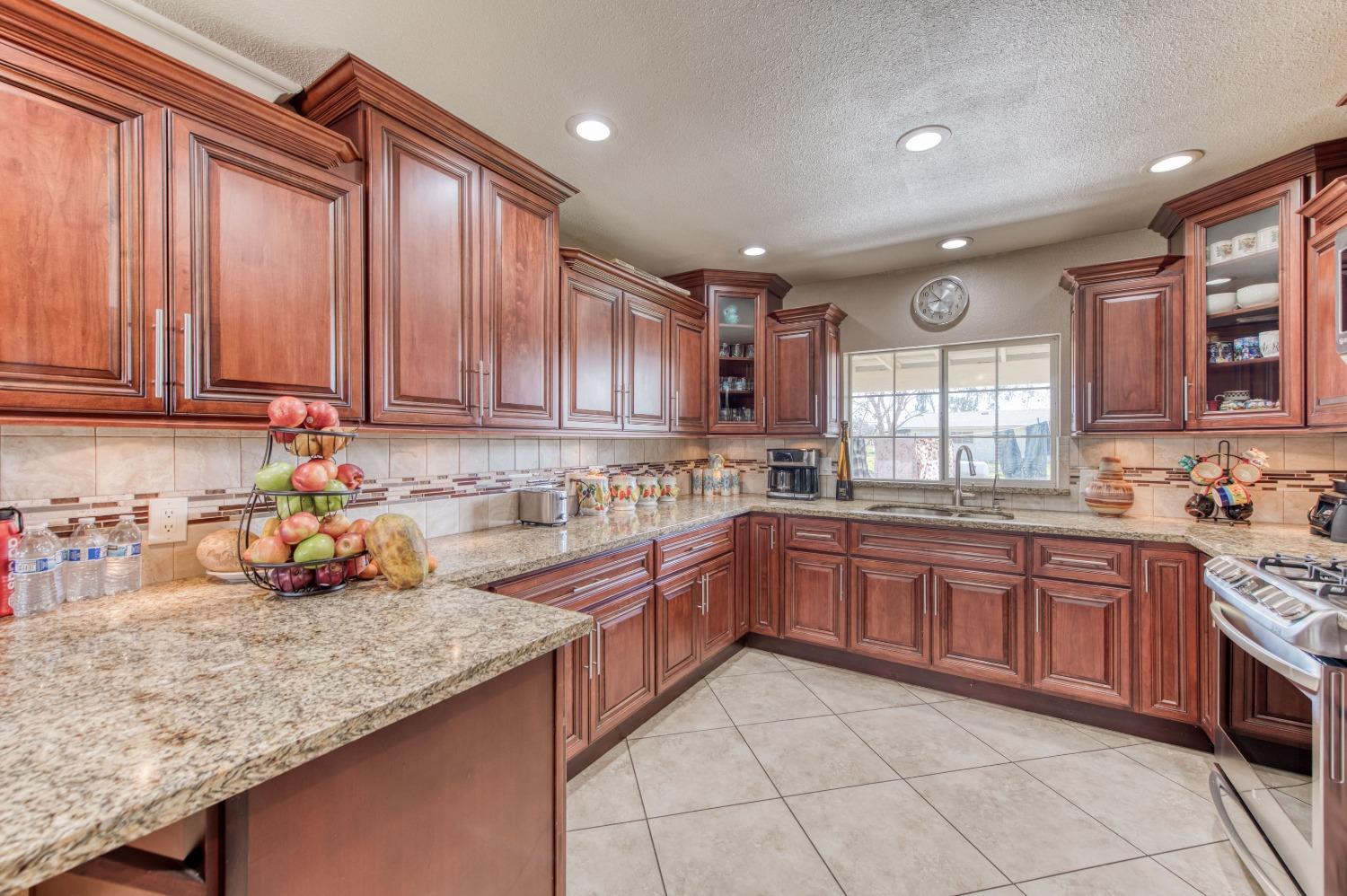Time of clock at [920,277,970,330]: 8:53
